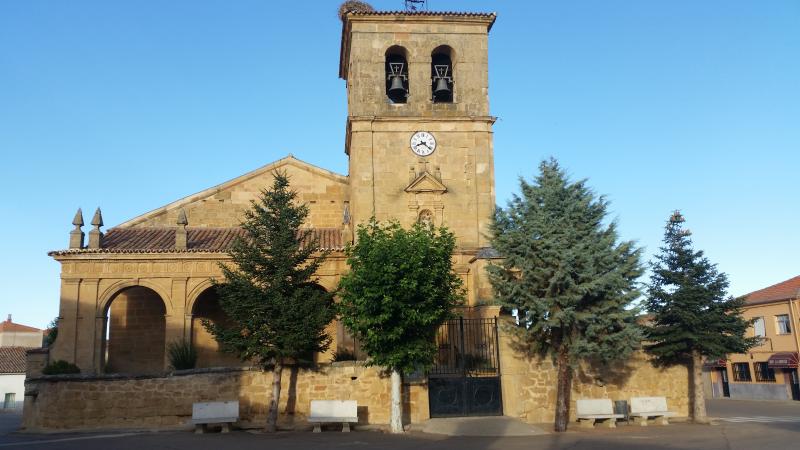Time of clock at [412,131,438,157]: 8:21
